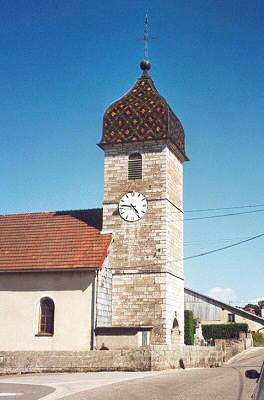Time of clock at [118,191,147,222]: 4:46
